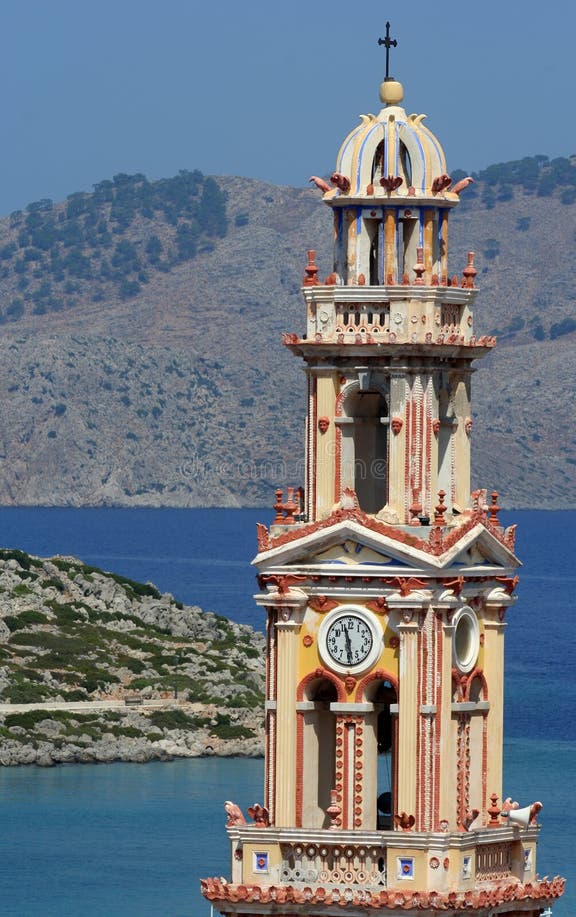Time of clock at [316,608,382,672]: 11:28
